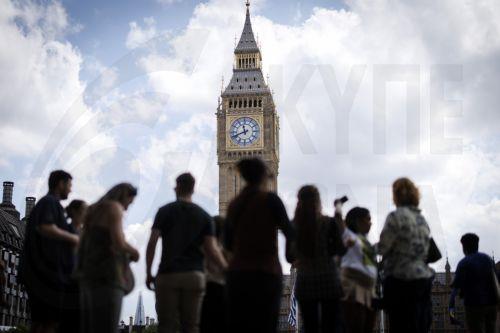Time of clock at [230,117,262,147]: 11:41
